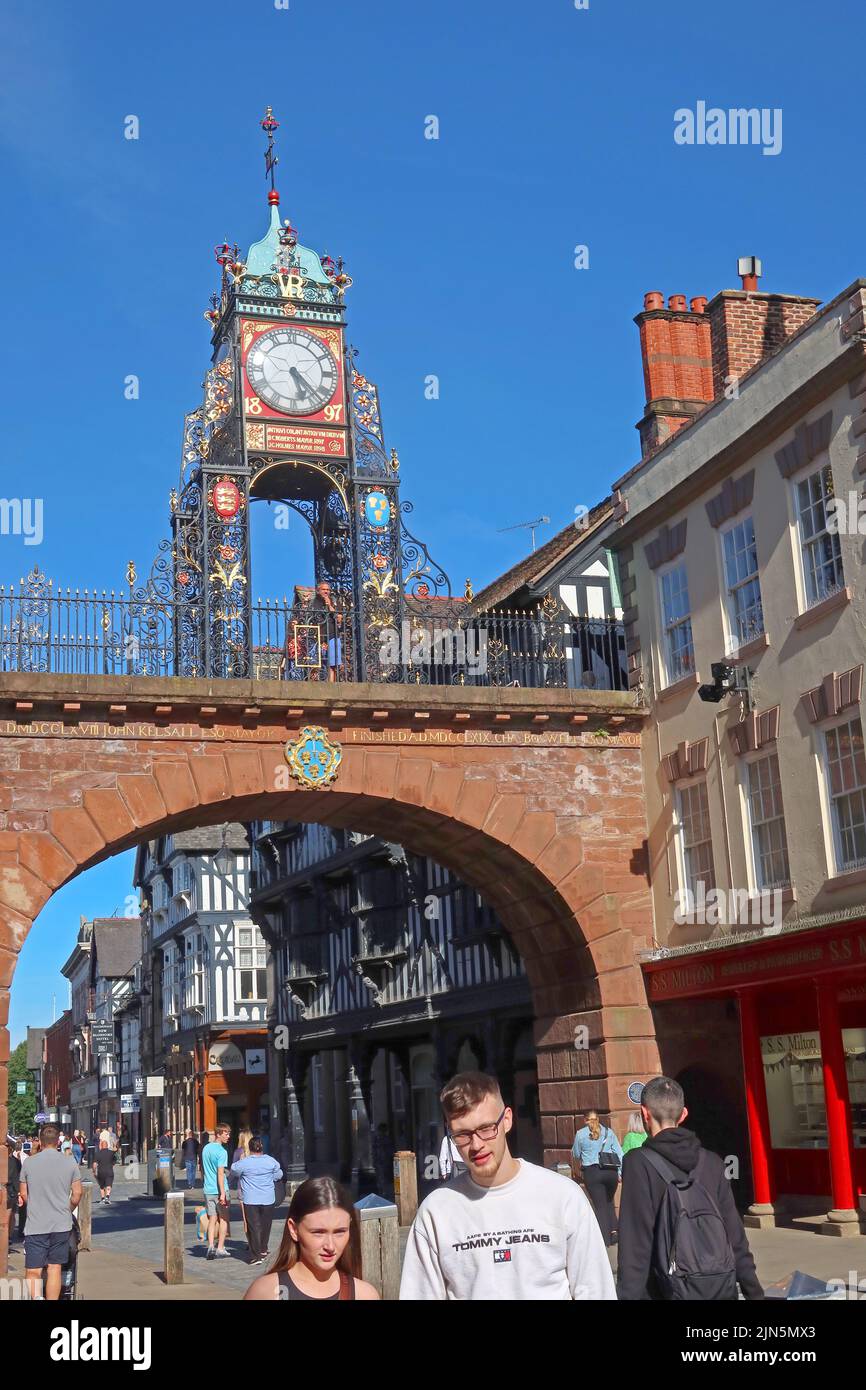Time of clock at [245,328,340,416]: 5:22
